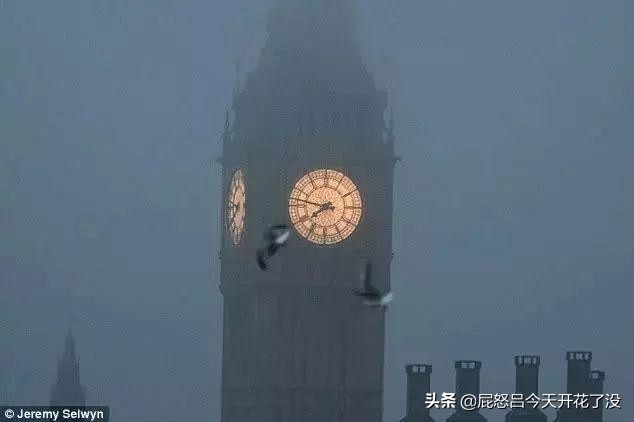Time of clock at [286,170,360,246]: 7:46
